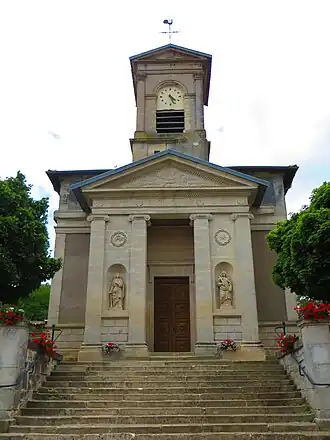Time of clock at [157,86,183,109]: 4:26
